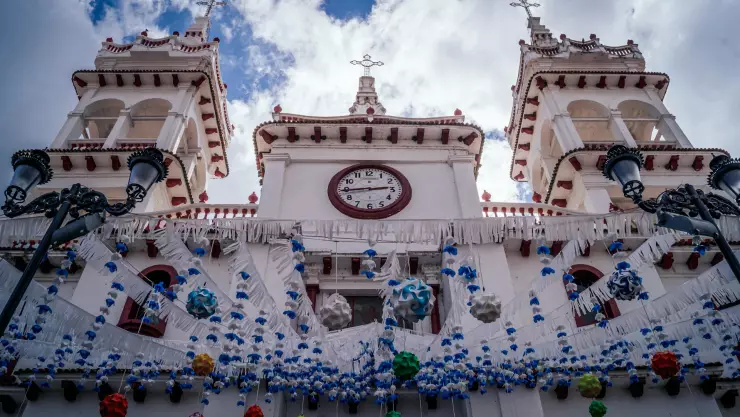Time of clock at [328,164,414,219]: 2:44
